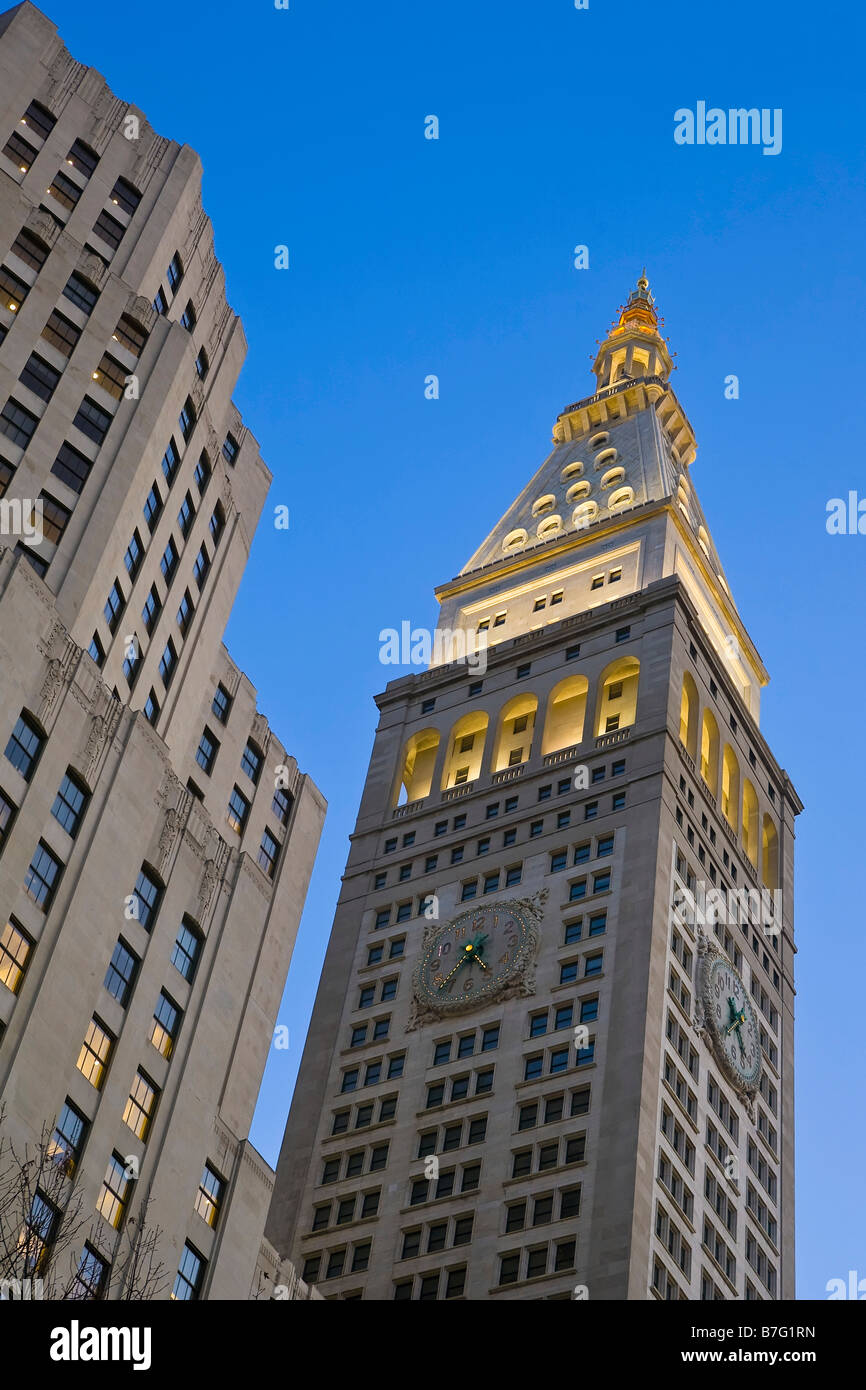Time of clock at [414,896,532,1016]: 4:37
